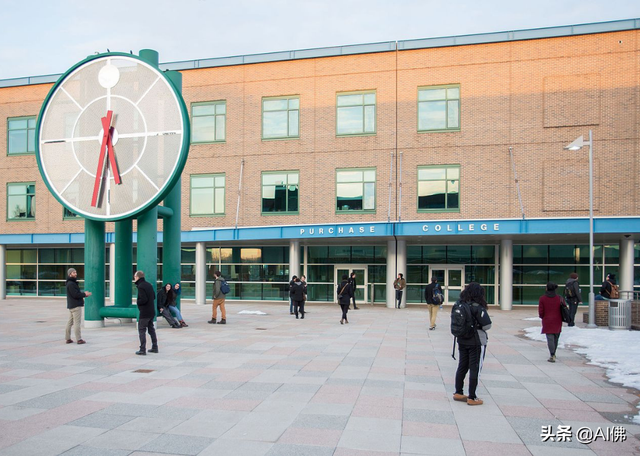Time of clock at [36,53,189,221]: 5:31
